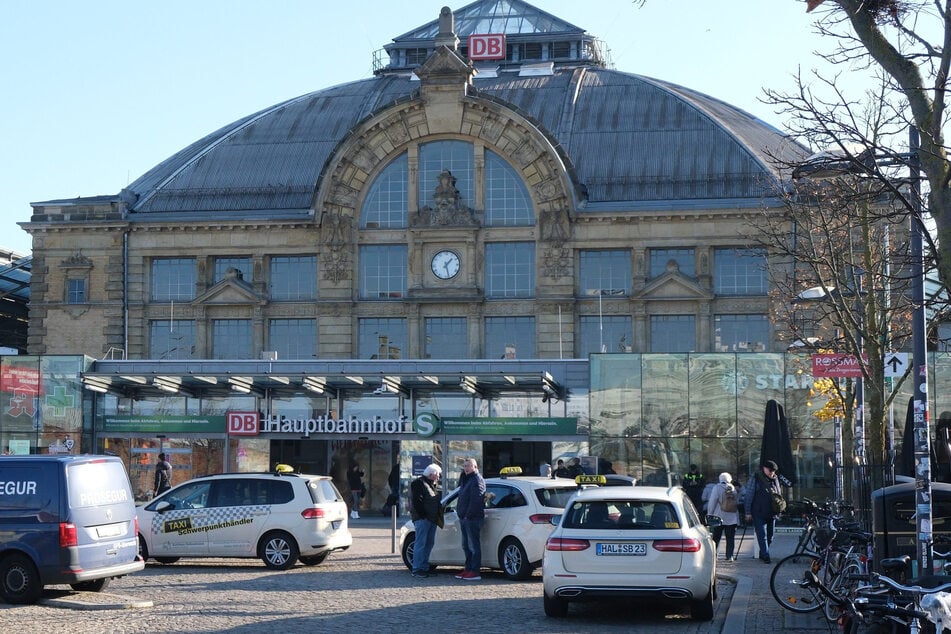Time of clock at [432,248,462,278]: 1:27
